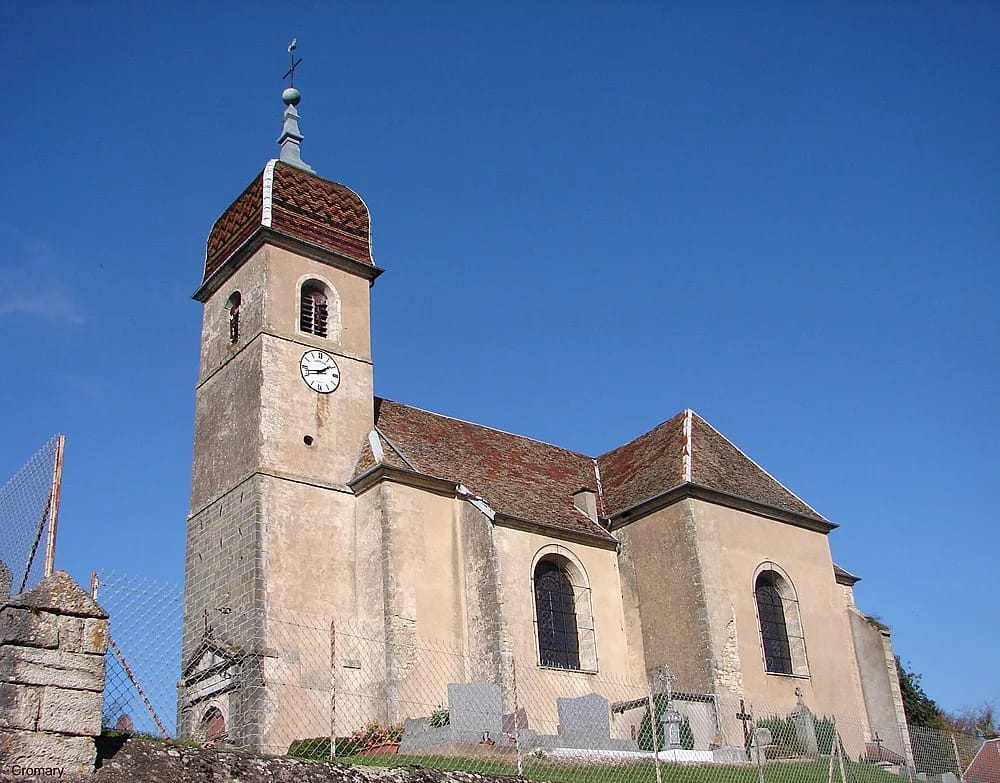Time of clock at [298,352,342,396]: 1:42
